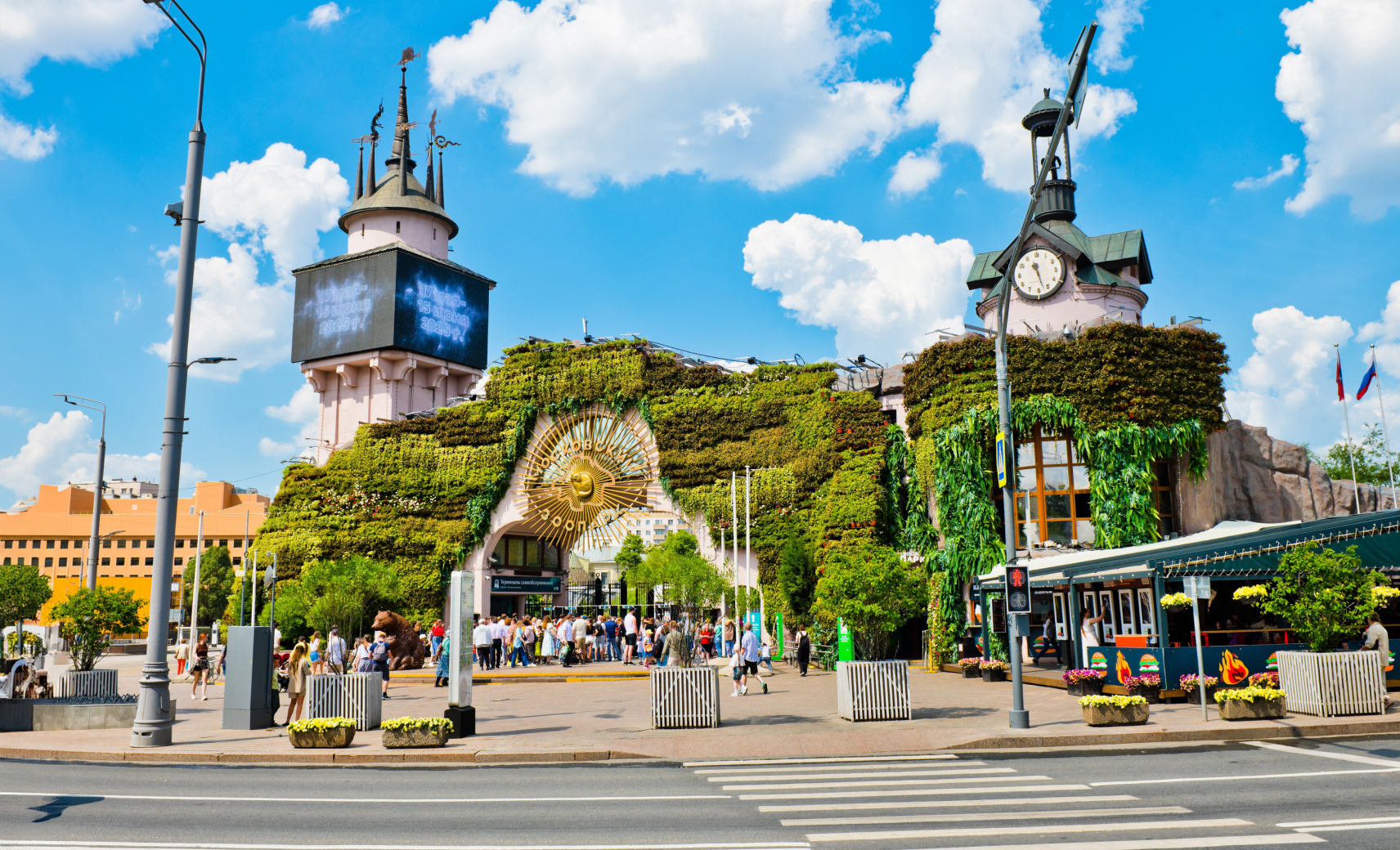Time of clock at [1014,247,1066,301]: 11:27
